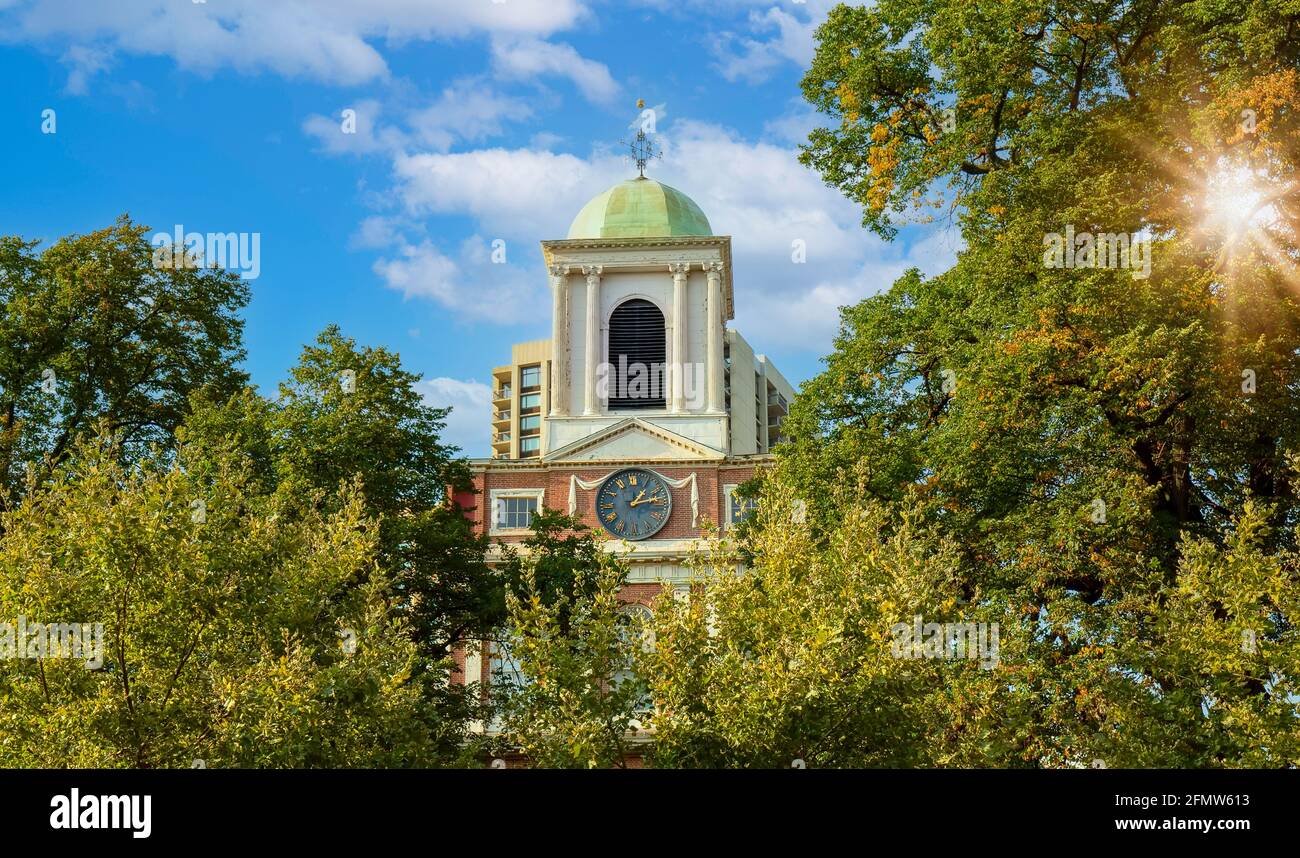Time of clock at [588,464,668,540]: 1:12
